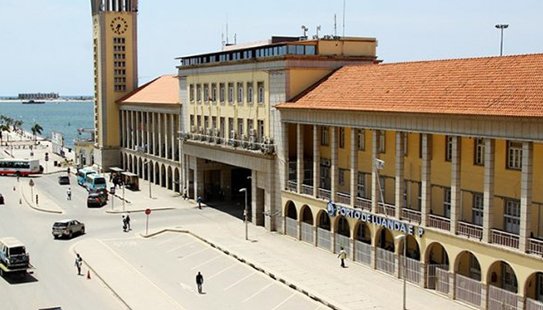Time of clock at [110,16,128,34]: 7:32
